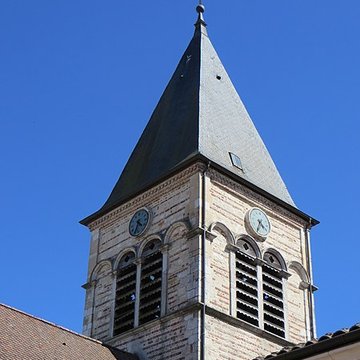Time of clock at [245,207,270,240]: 4:34
